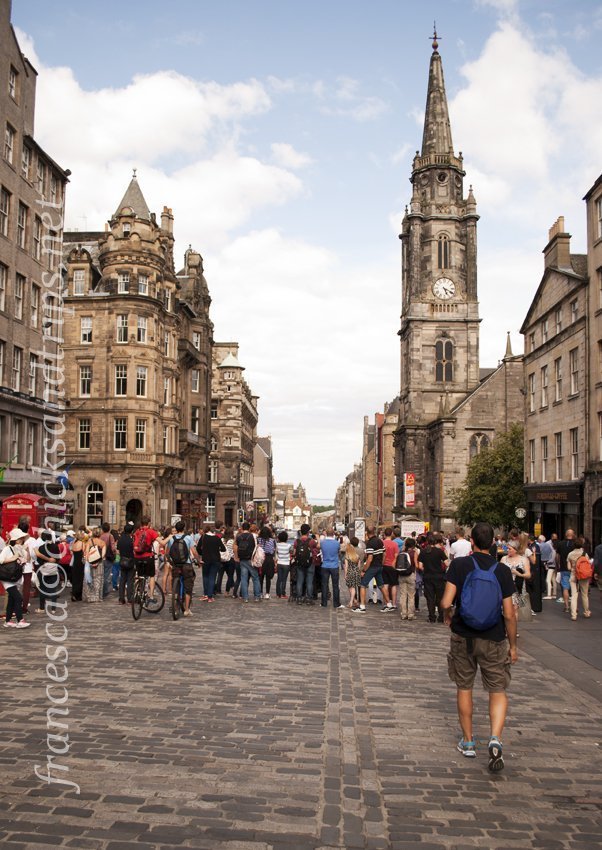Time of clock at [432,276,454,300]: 5:18
